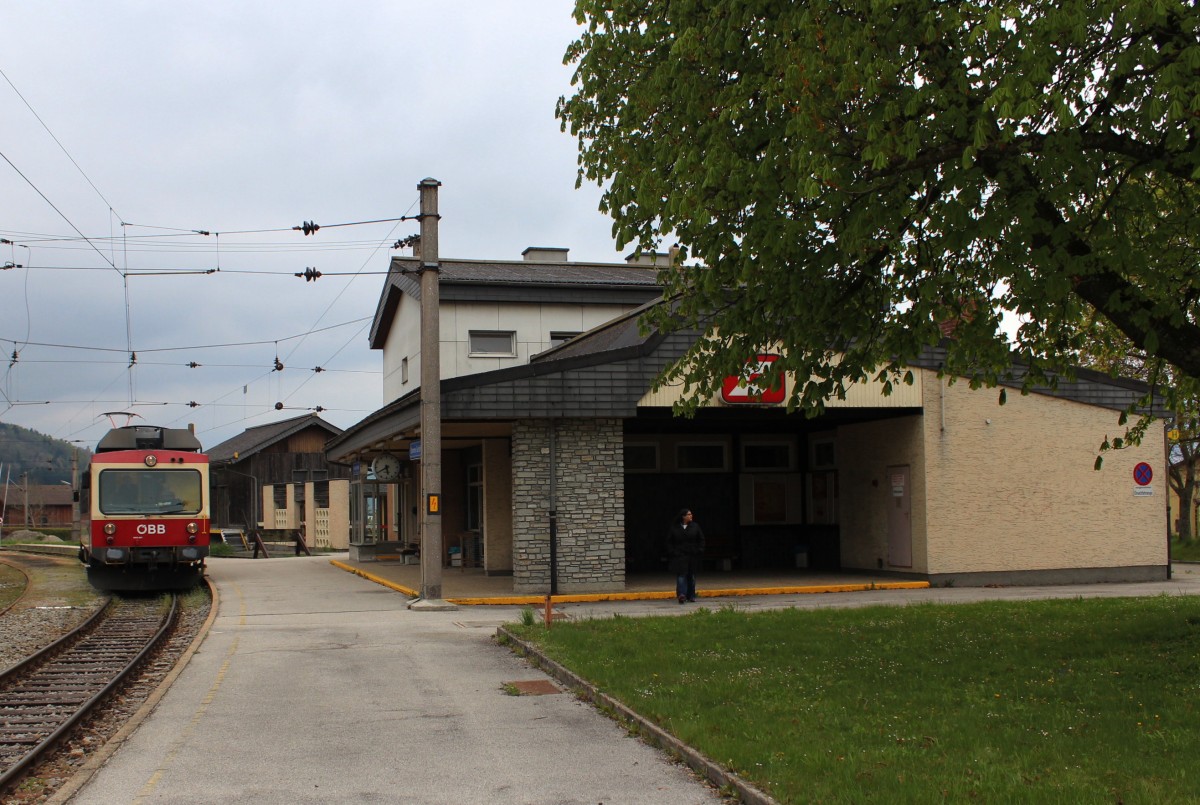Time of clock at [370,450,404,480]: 5:40
